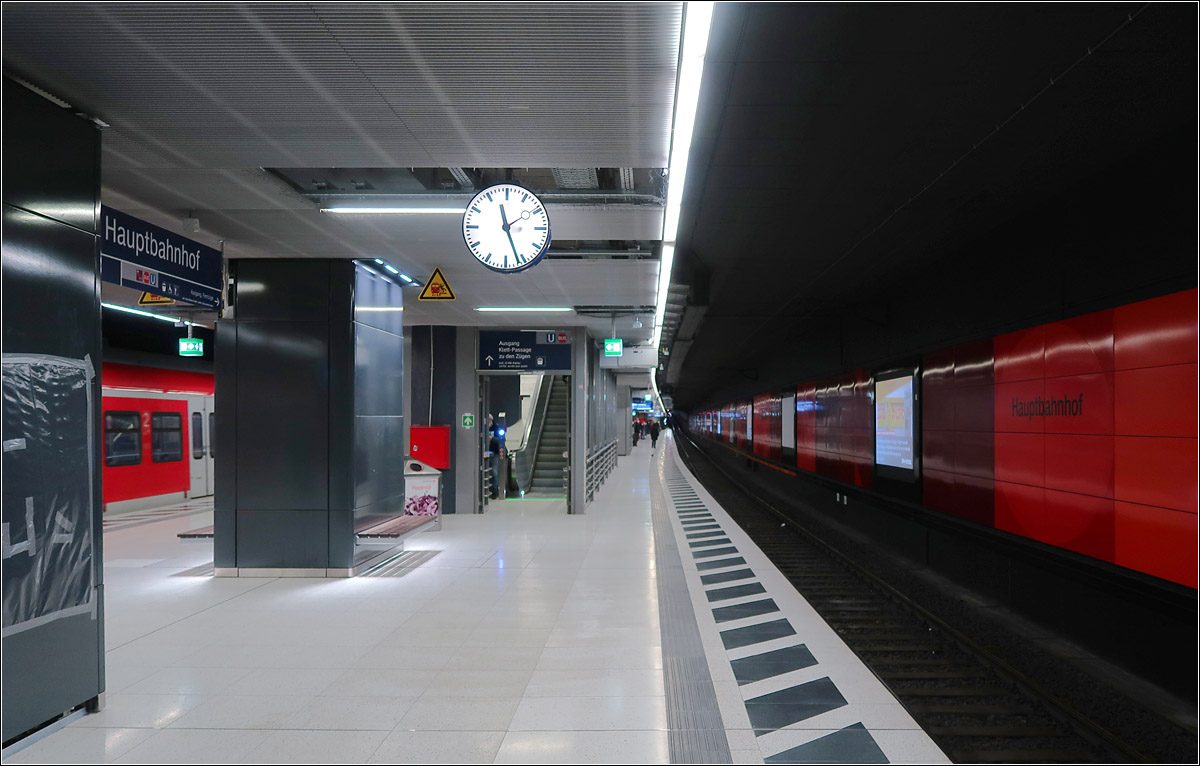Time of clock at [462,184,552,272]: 11:26
